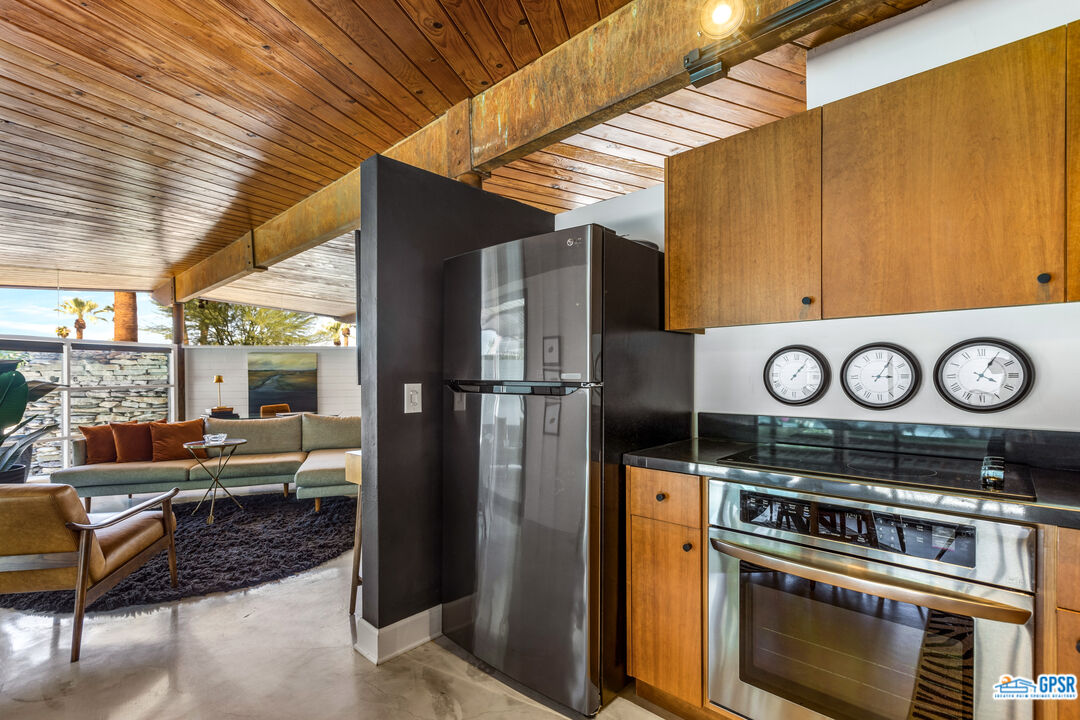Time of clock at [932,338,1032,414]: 4:05
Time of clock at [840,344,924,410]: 3:05
